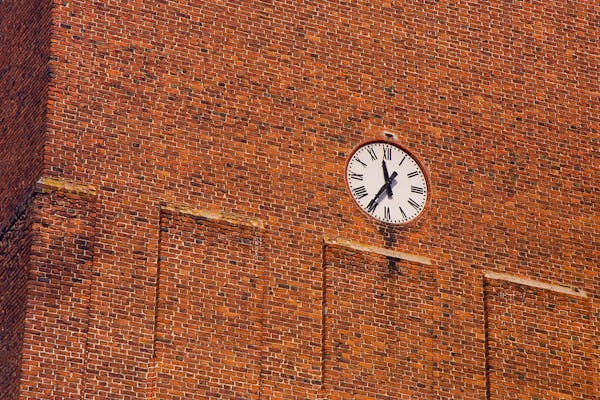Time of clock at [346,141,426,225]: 11:35
